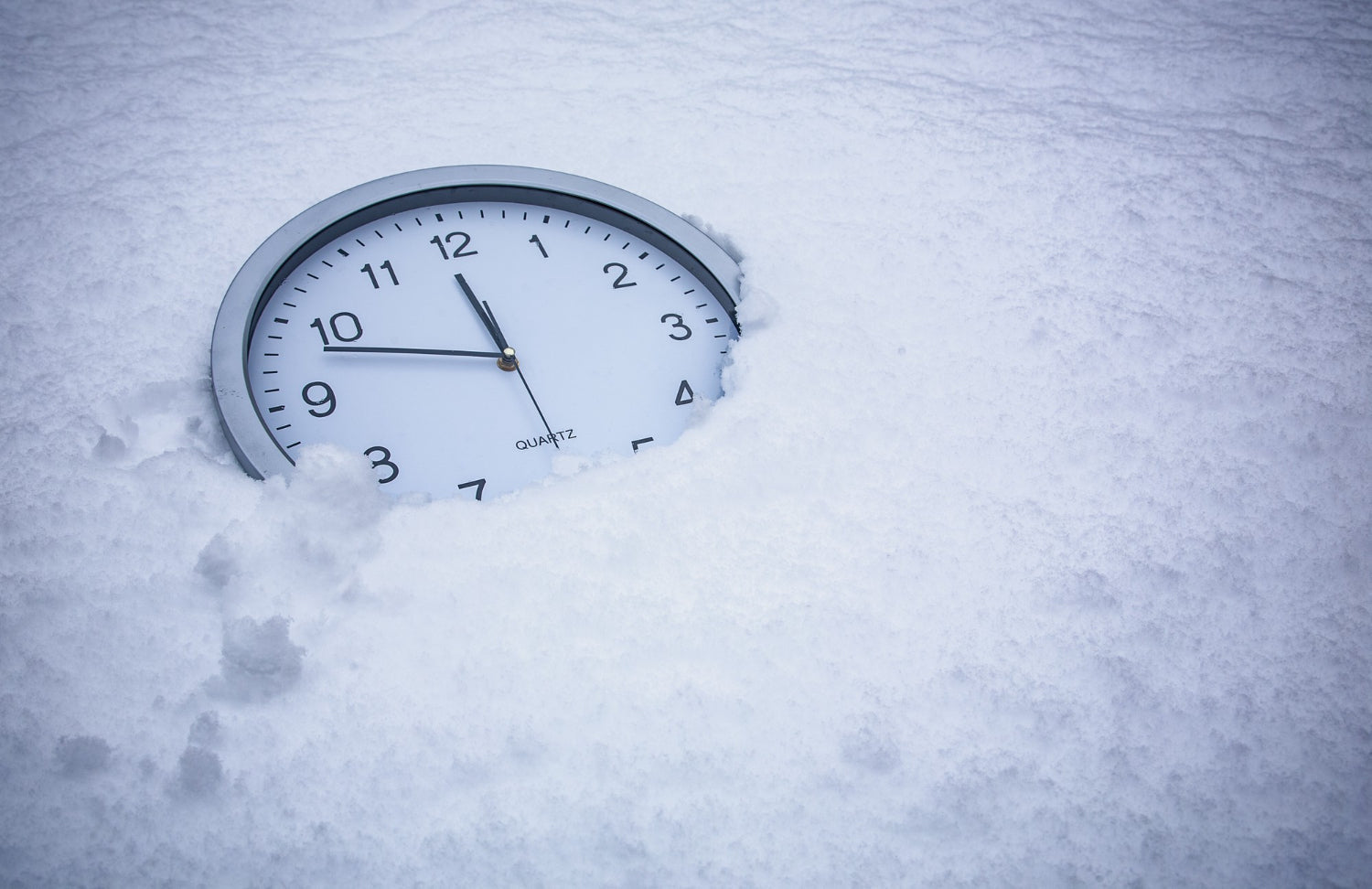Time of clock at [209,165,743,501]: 11:48
